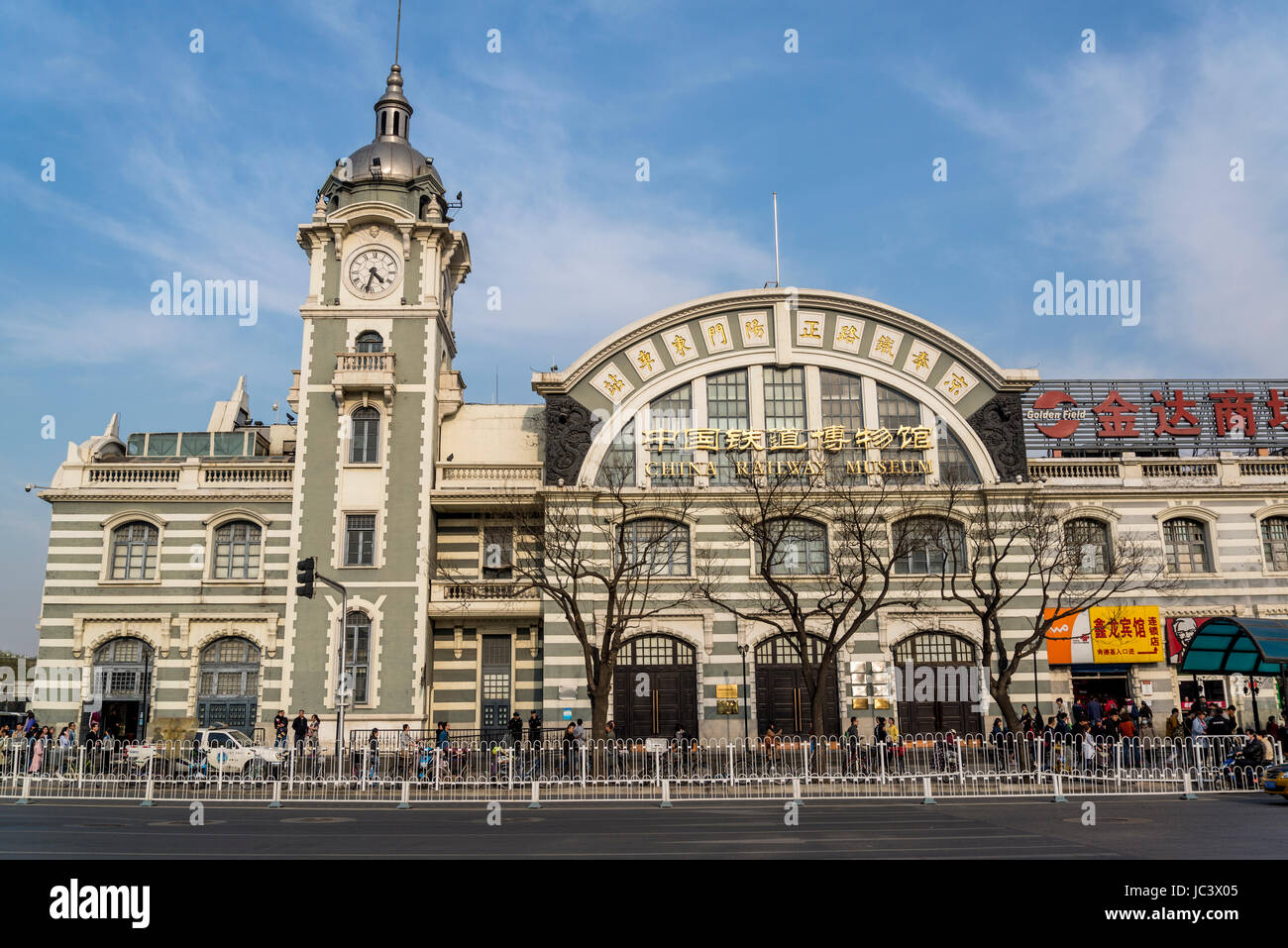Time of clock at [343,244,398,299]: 4:32
